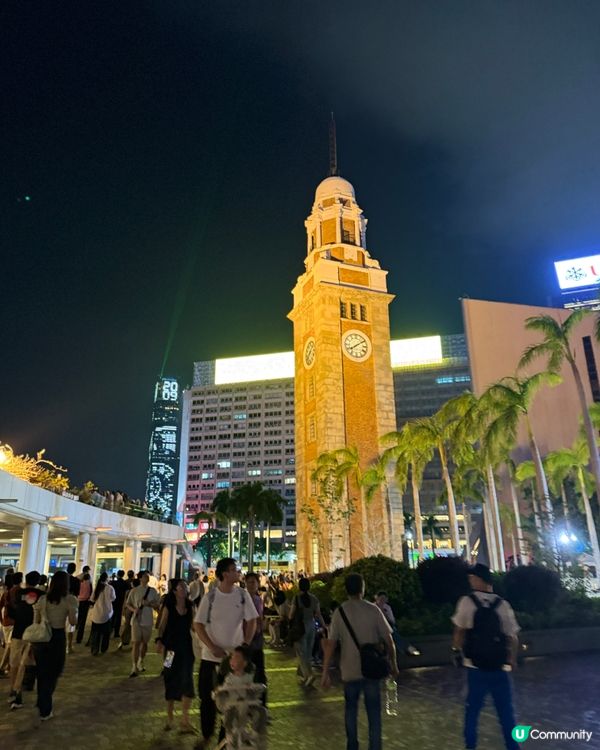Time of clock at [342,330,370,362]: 8:09
